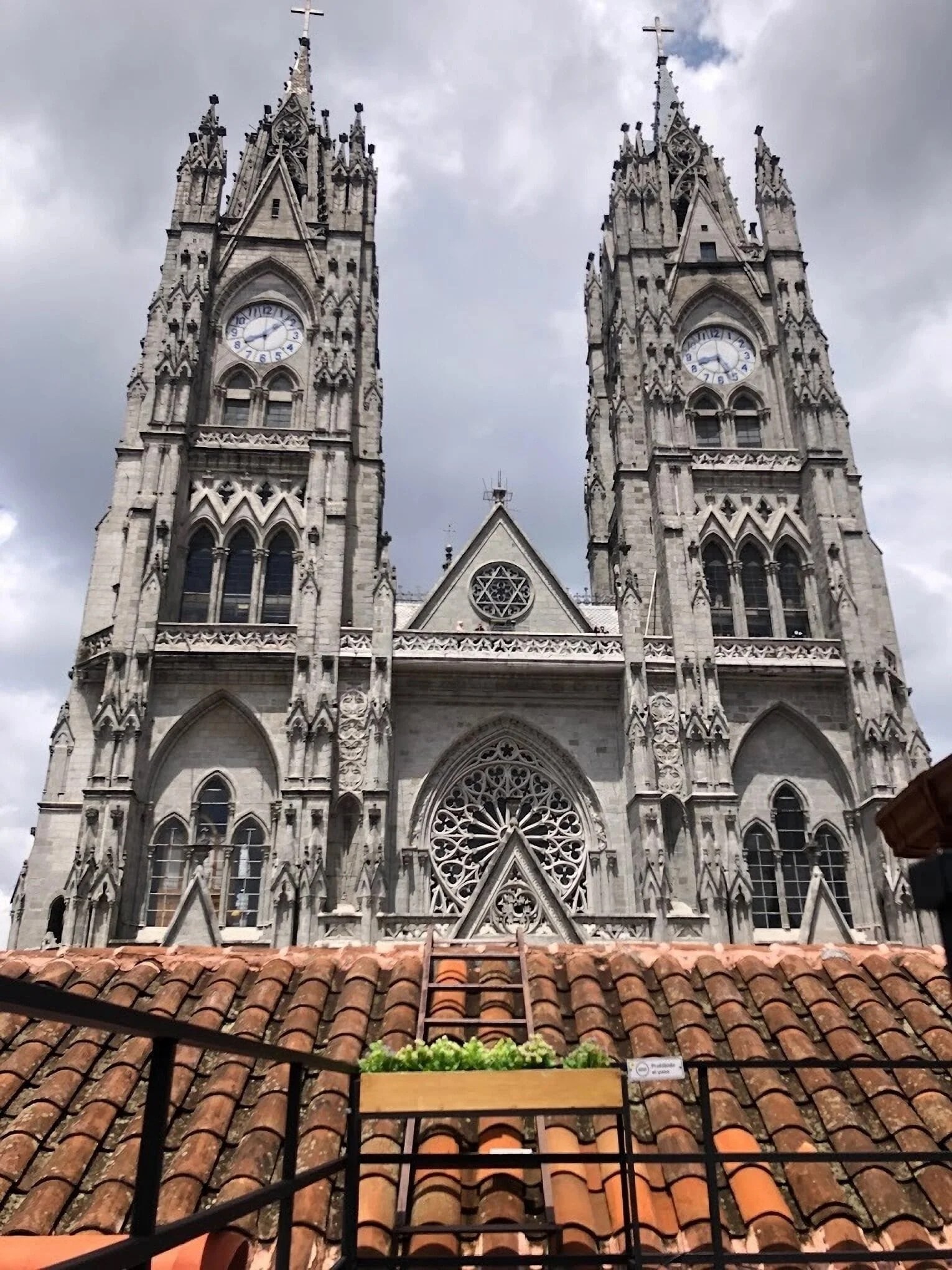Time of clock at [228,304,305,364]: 8:08
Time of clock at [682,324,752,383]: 8:26
